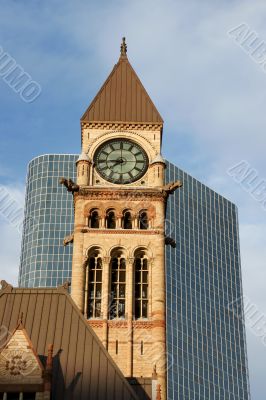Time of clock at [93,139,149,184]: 7:44
